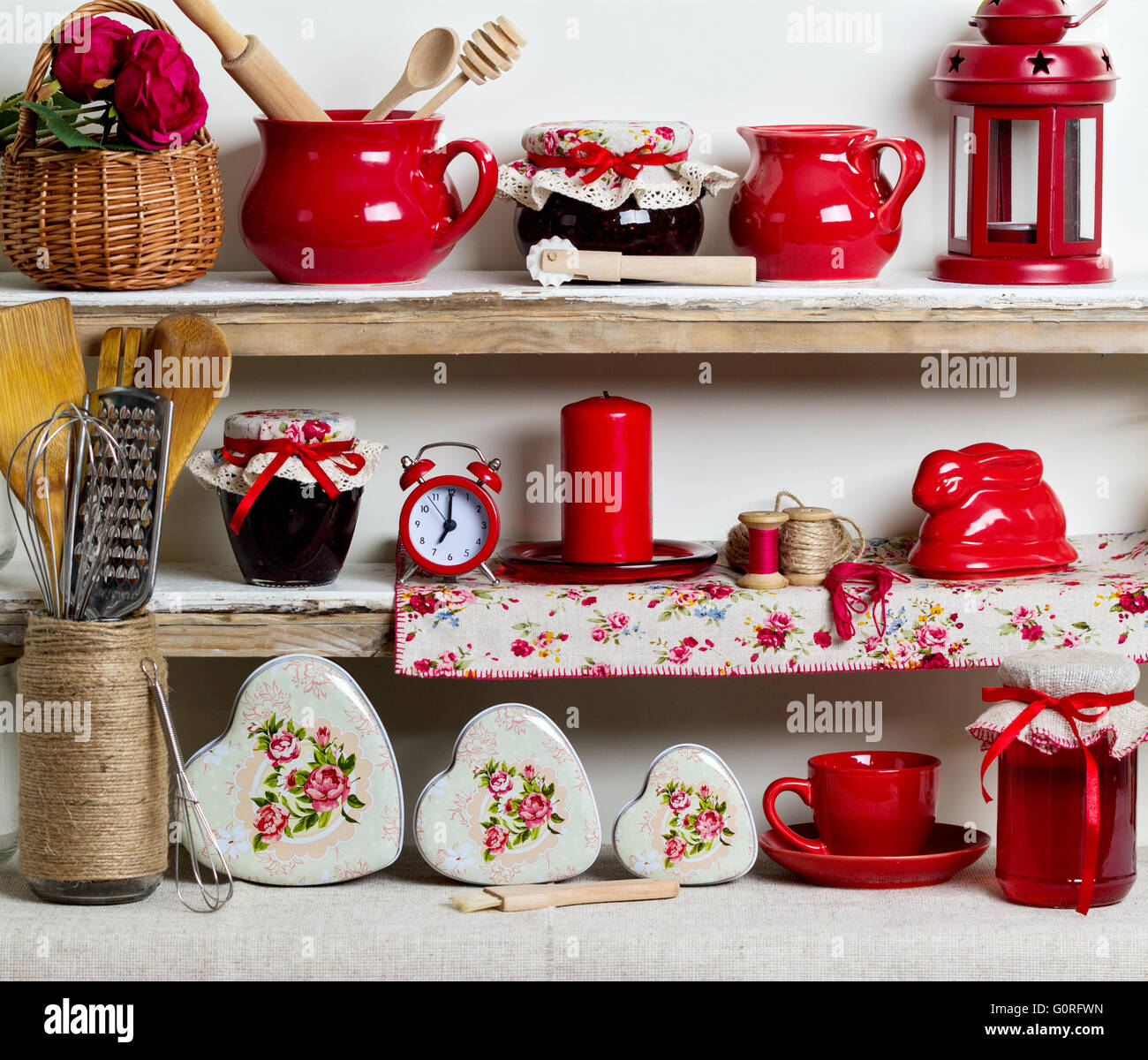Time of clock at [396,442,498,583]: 7:00
